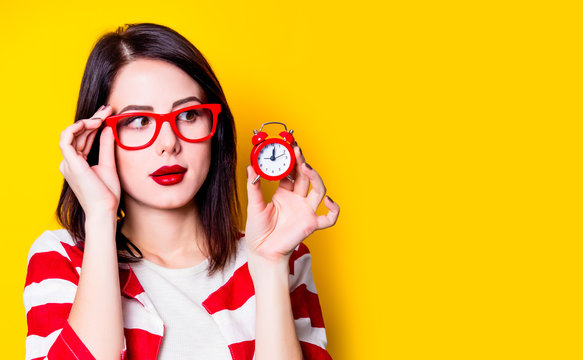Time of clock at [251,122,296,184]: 12:12
